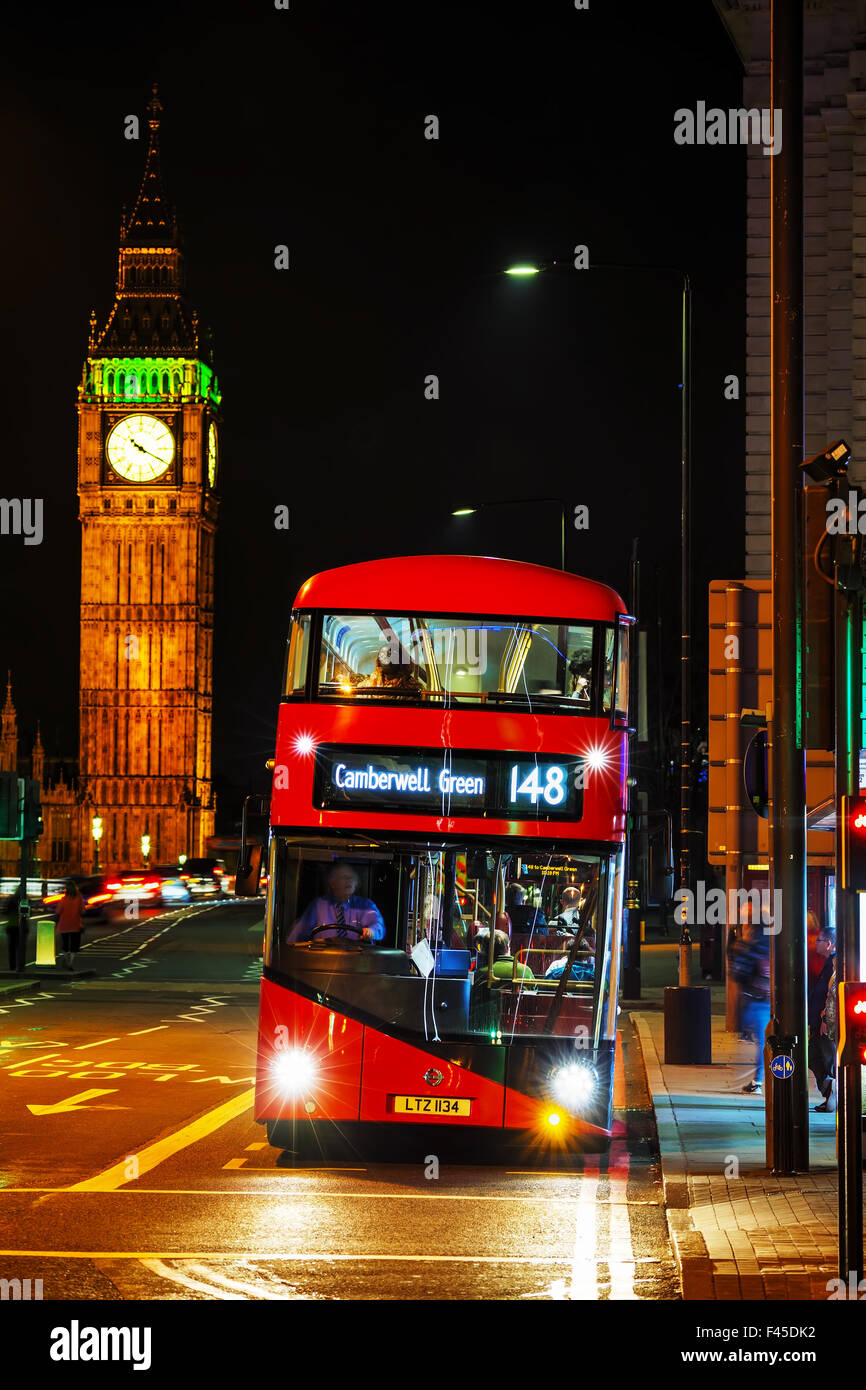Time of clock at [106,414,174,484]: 10:19
